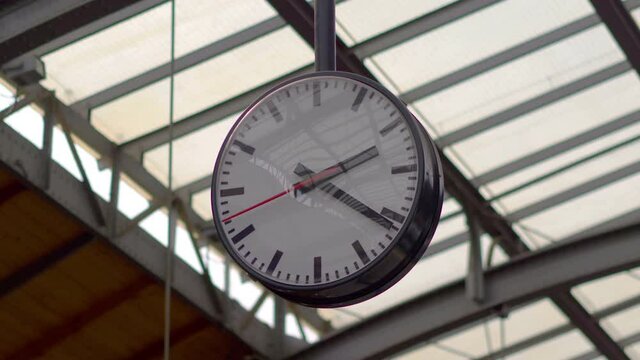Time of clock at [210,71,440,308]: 2:20
